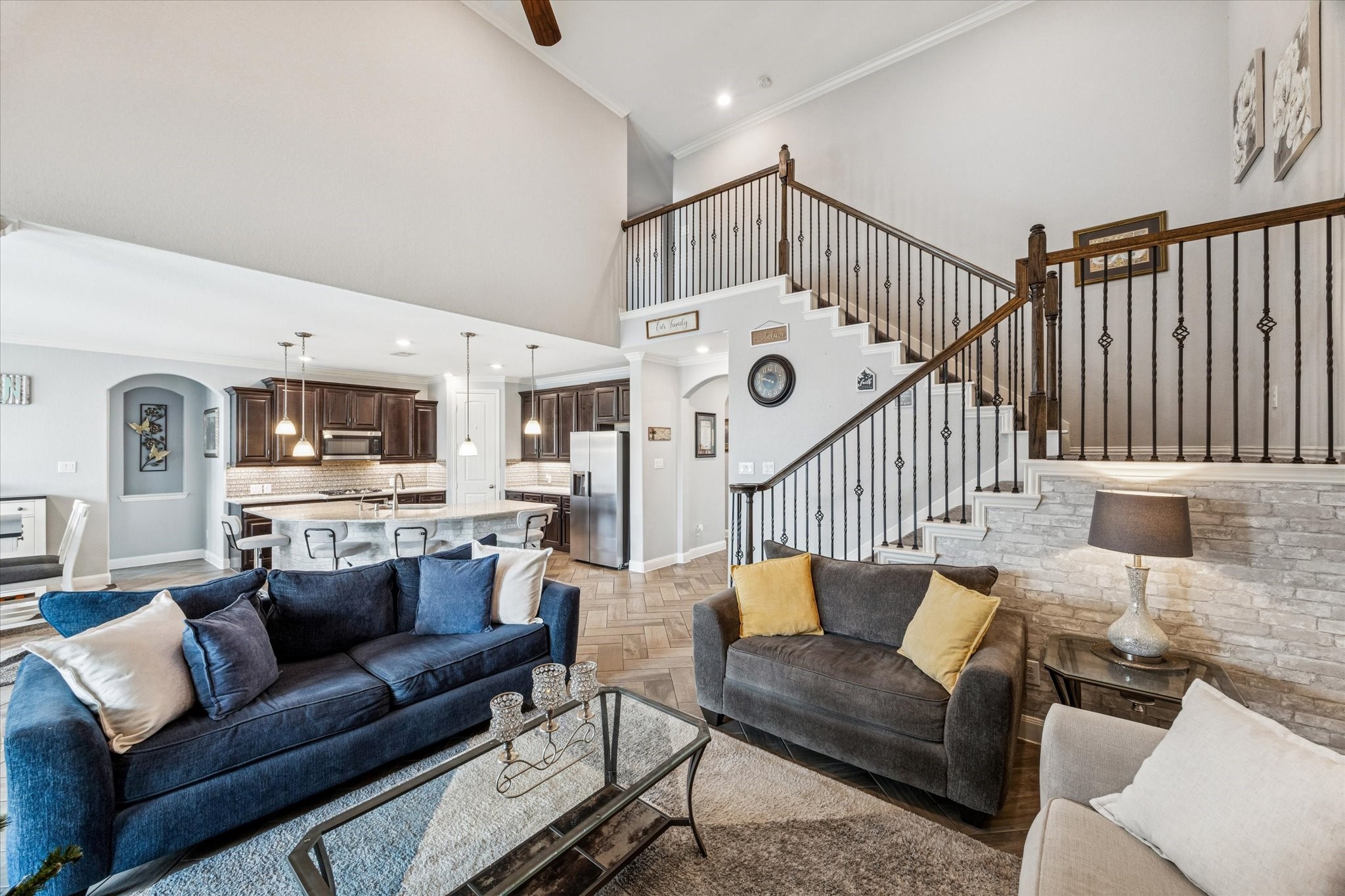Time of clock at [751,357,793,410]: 9:47
